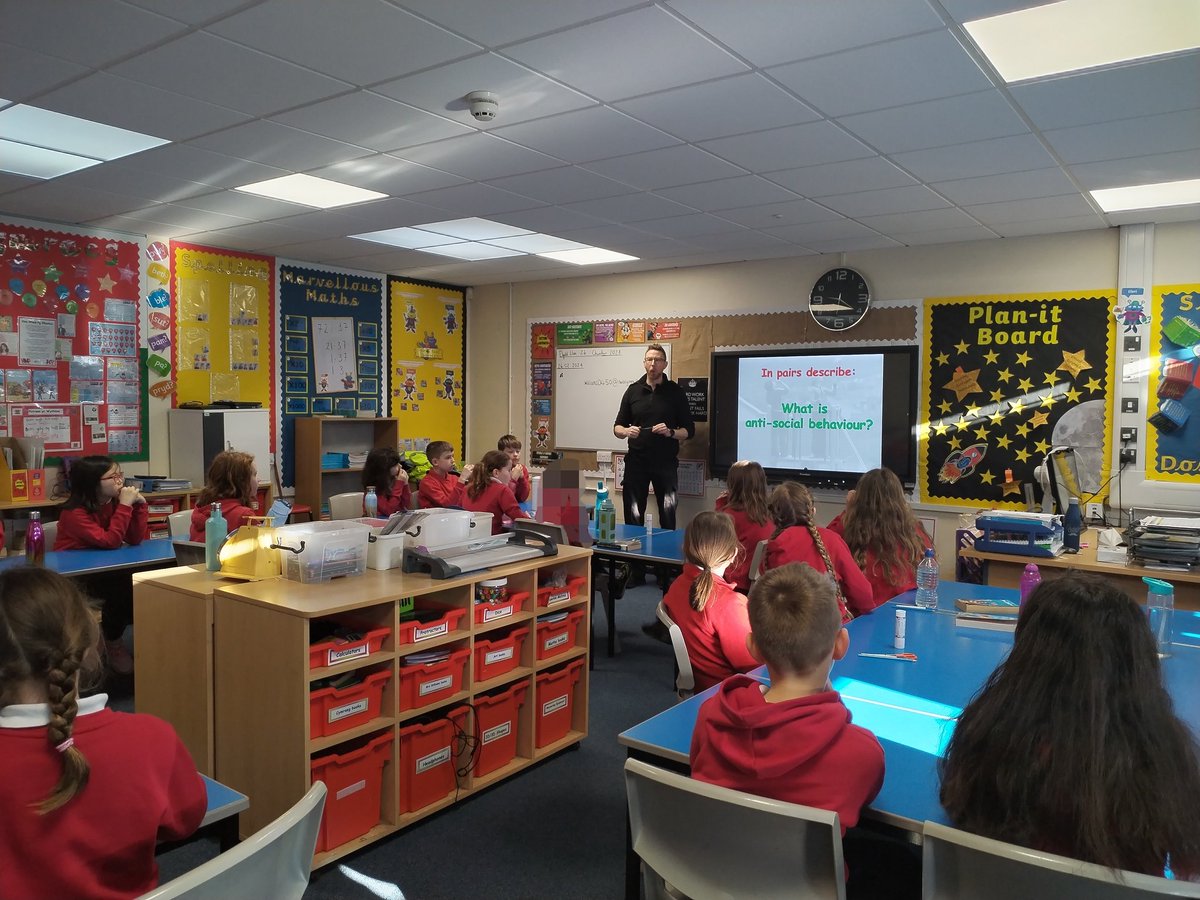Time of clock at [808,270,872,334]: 9:20
